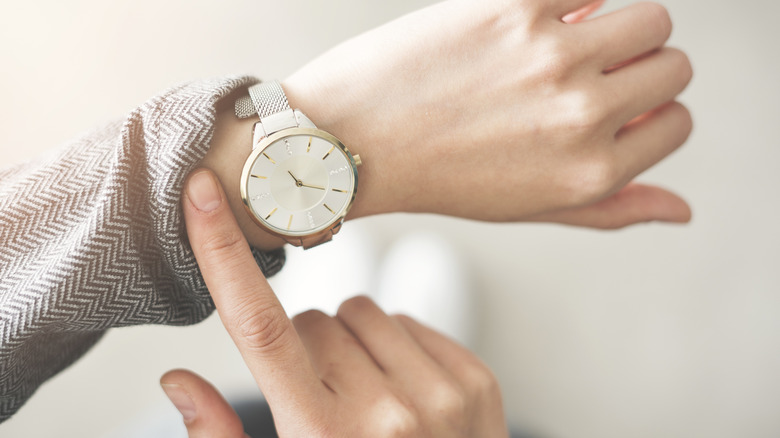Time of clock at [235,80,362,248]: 10:15
